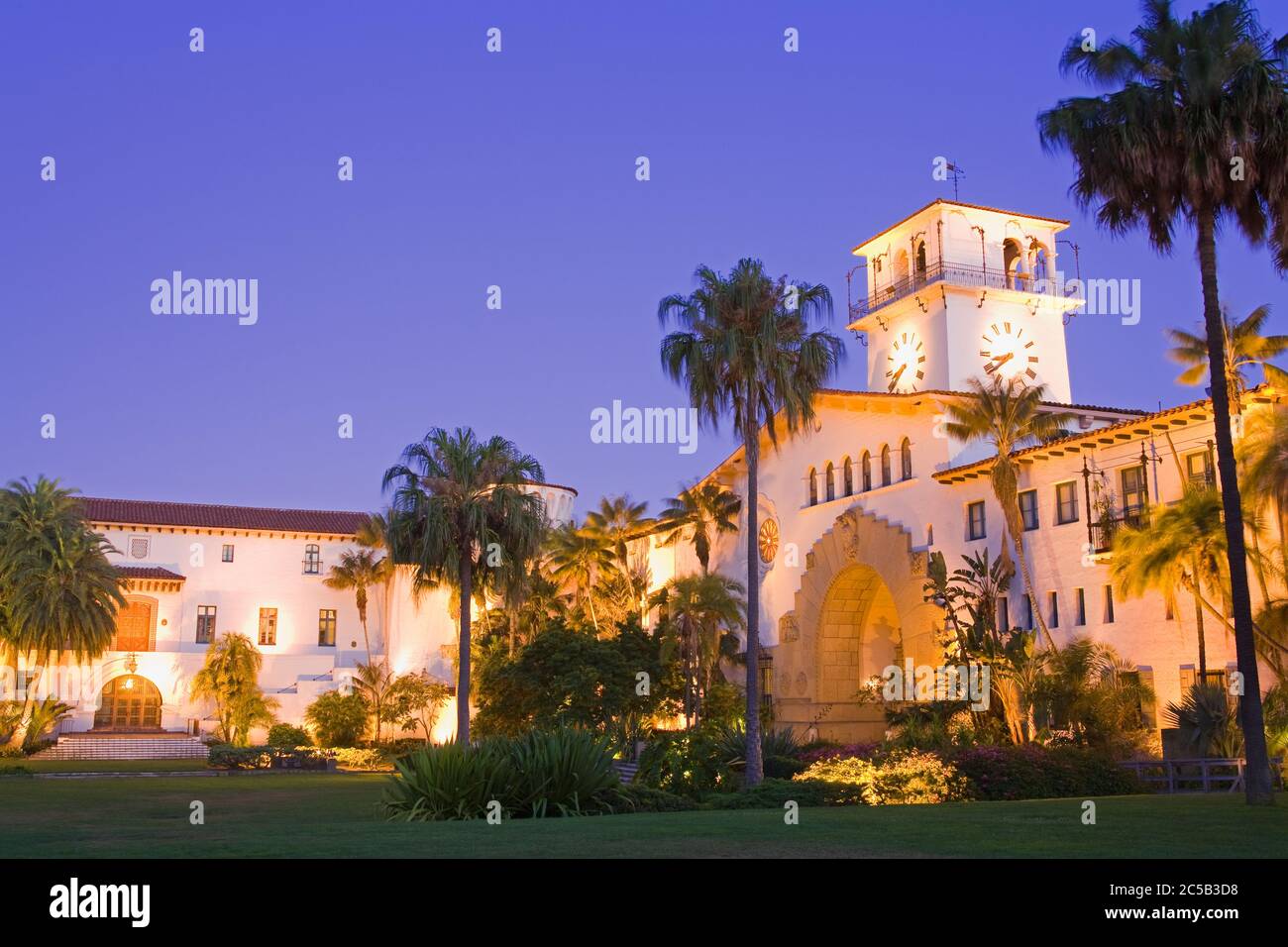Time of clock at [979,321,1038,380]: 8:38
